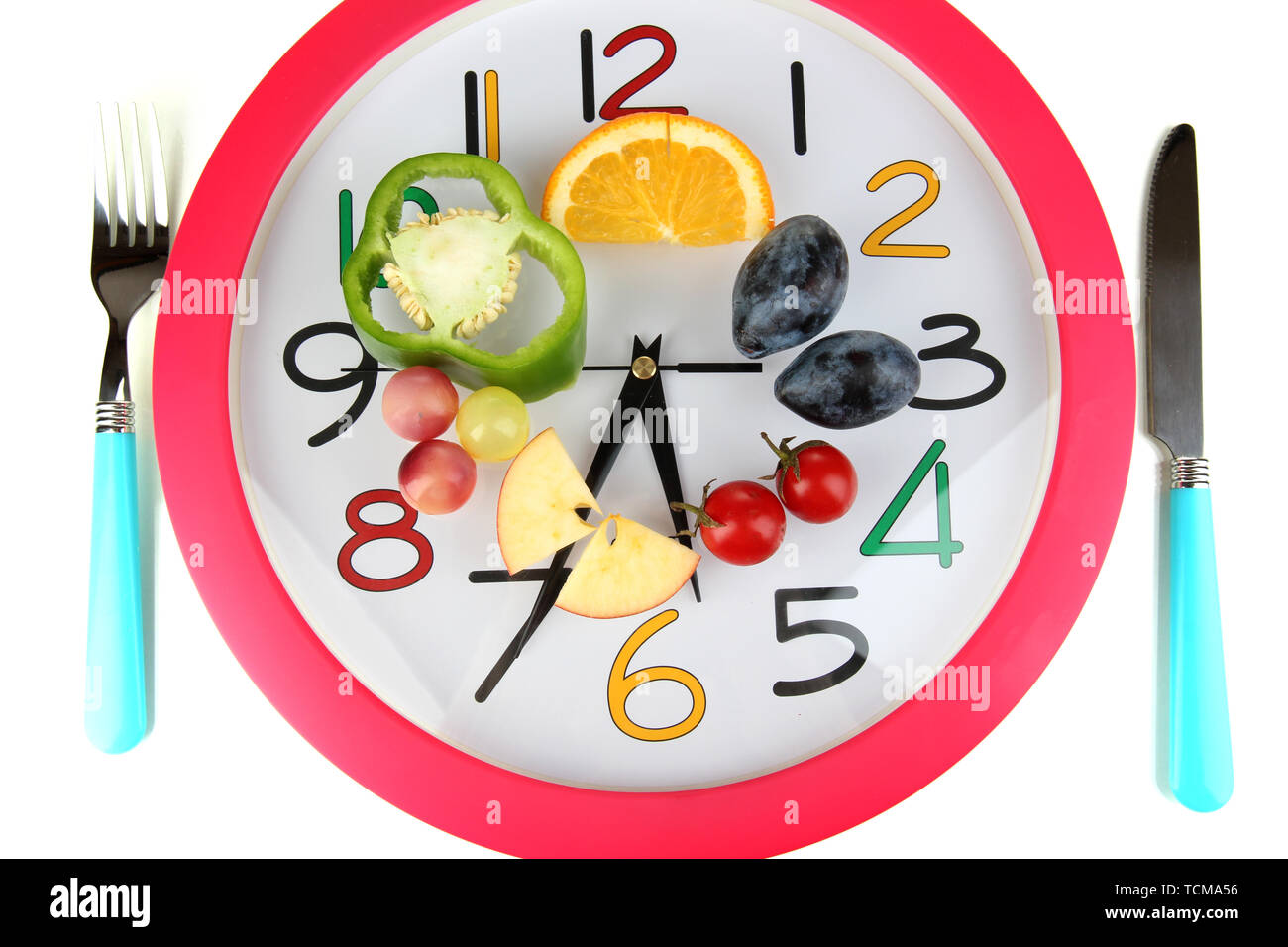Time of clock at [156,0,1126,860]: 5:34
